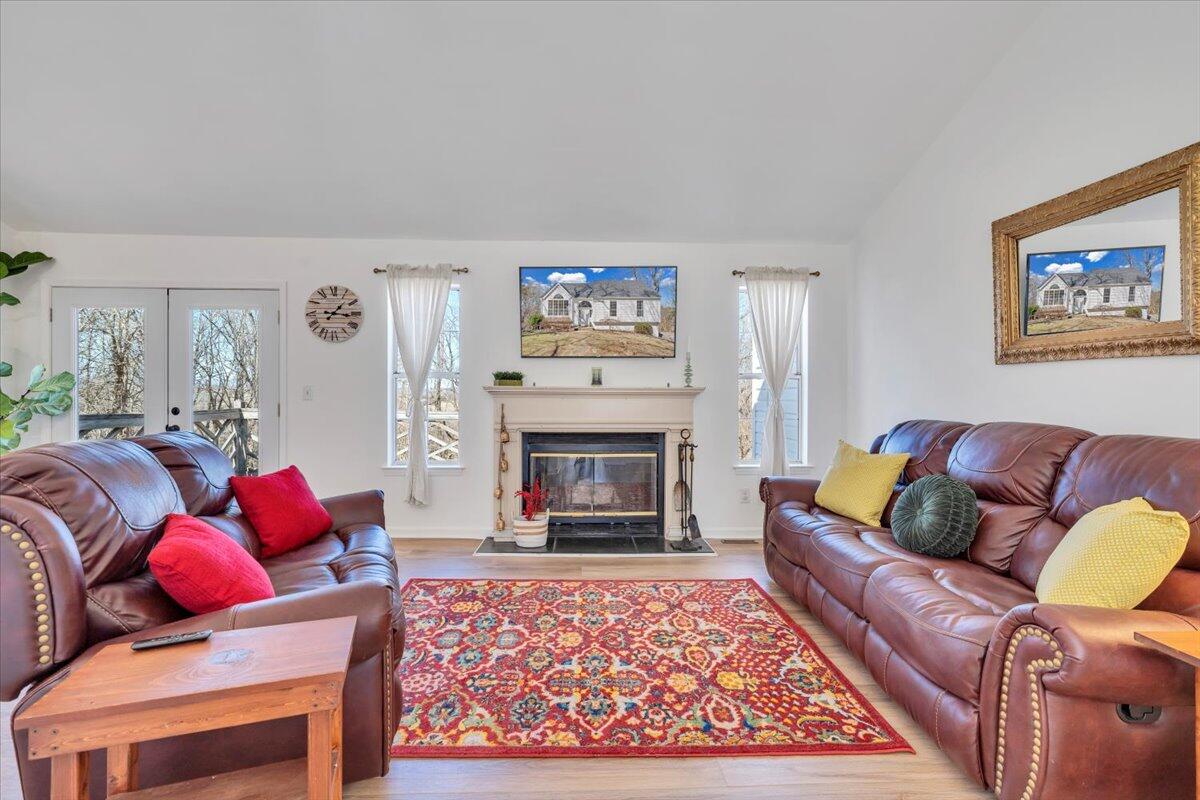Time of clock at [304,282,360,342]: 1:16
